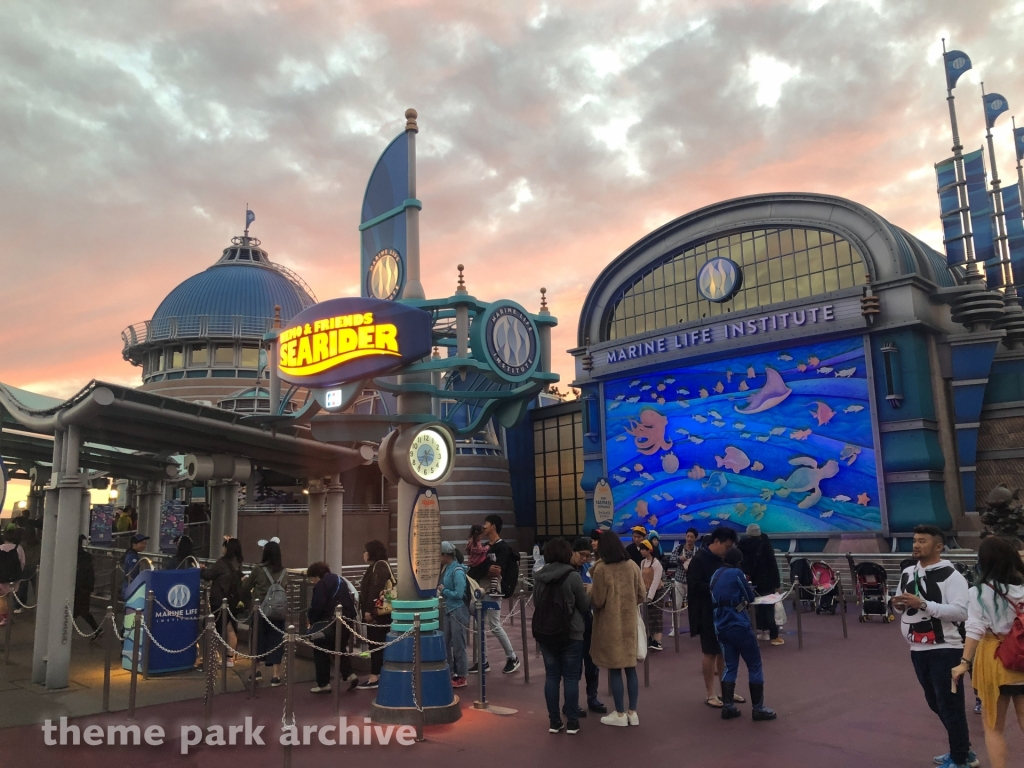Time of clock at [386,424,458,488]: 5:35
